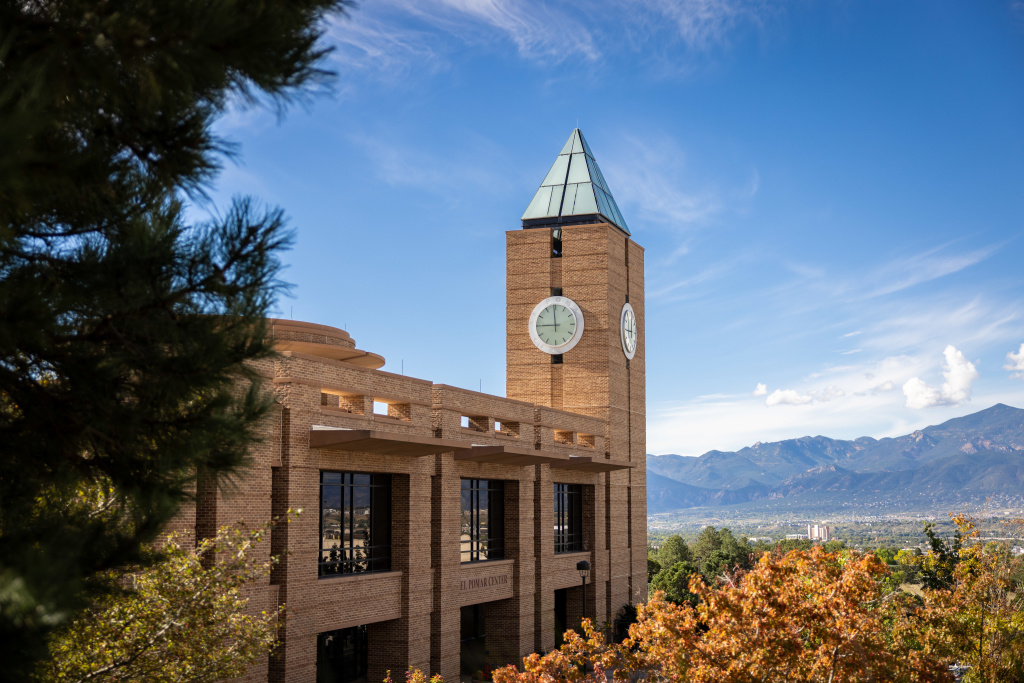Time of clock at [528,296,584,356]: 8:59
